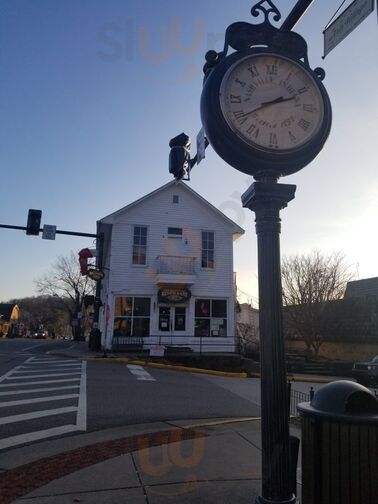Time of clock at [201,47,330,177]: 2:40
